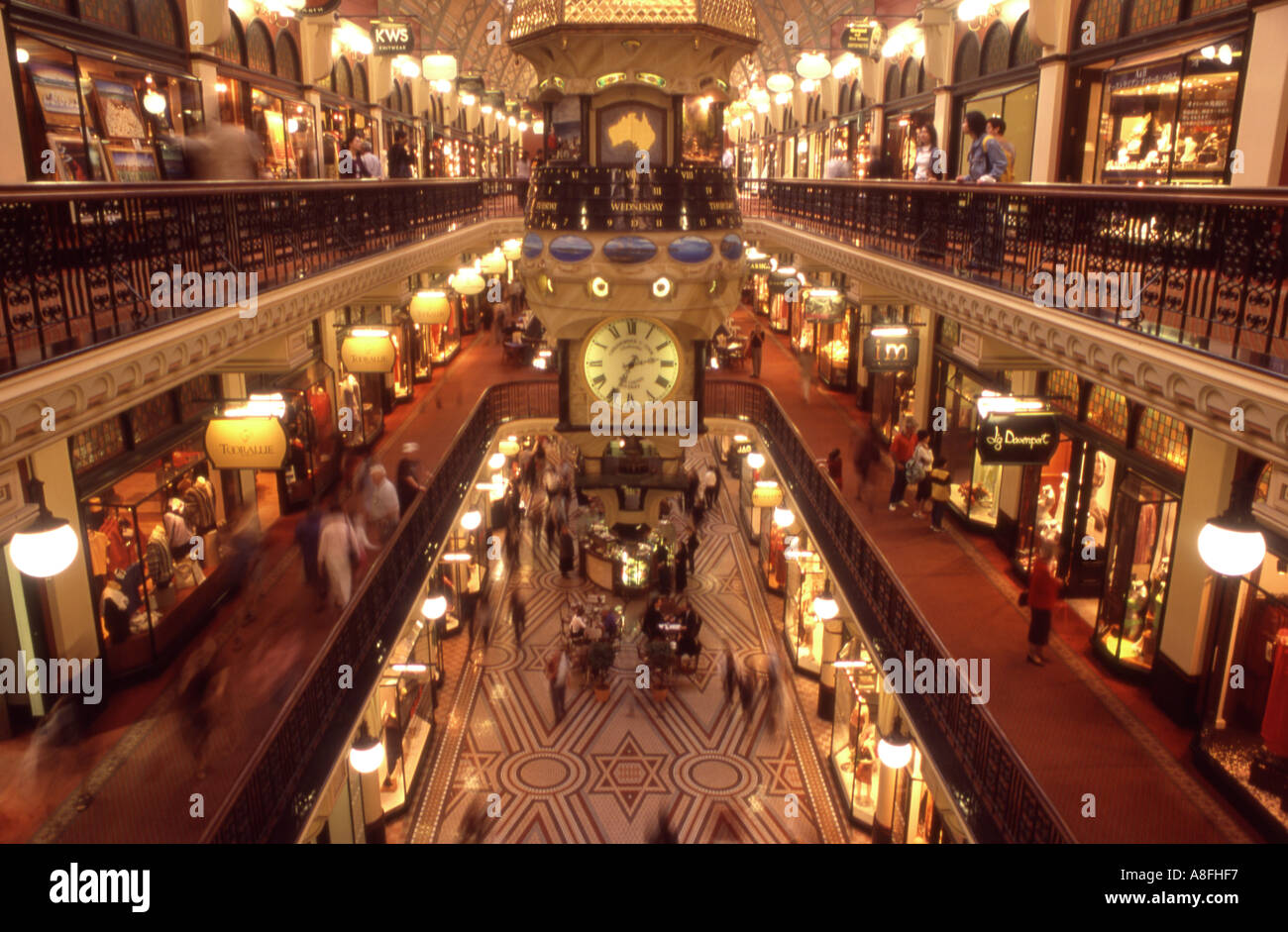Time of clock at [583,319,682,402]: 2:34
